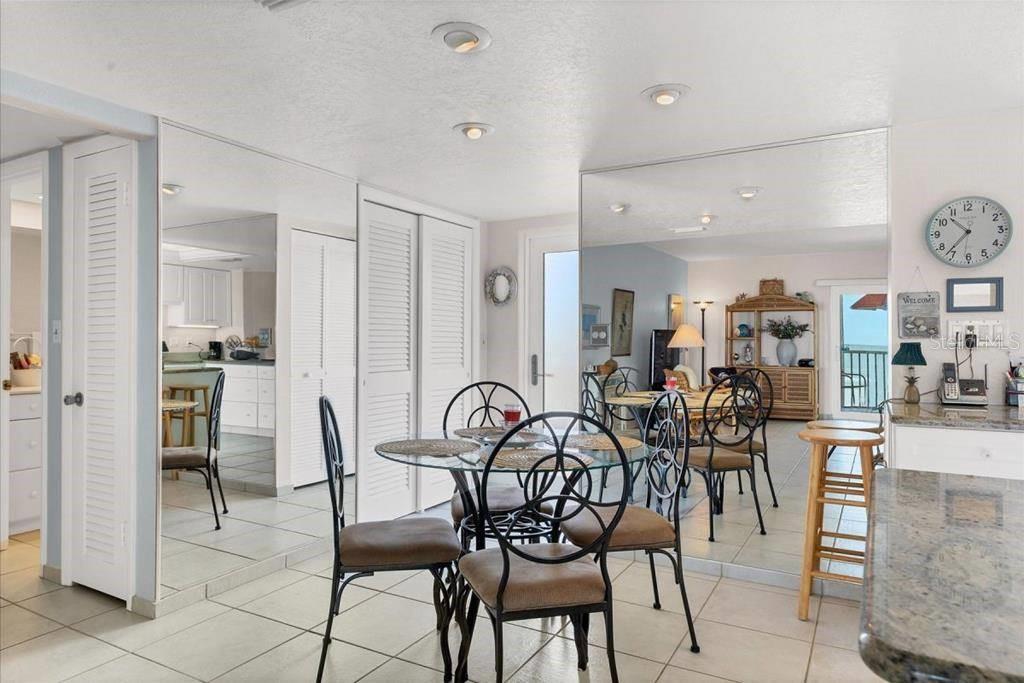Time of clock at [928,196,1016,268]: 10:36
